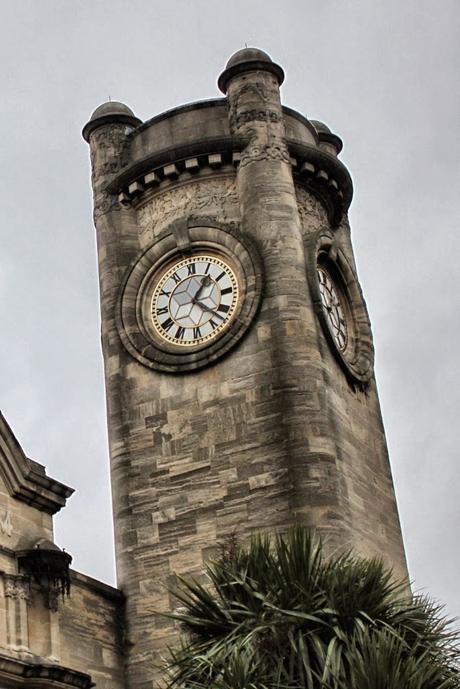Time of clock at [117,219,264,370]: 1:22
